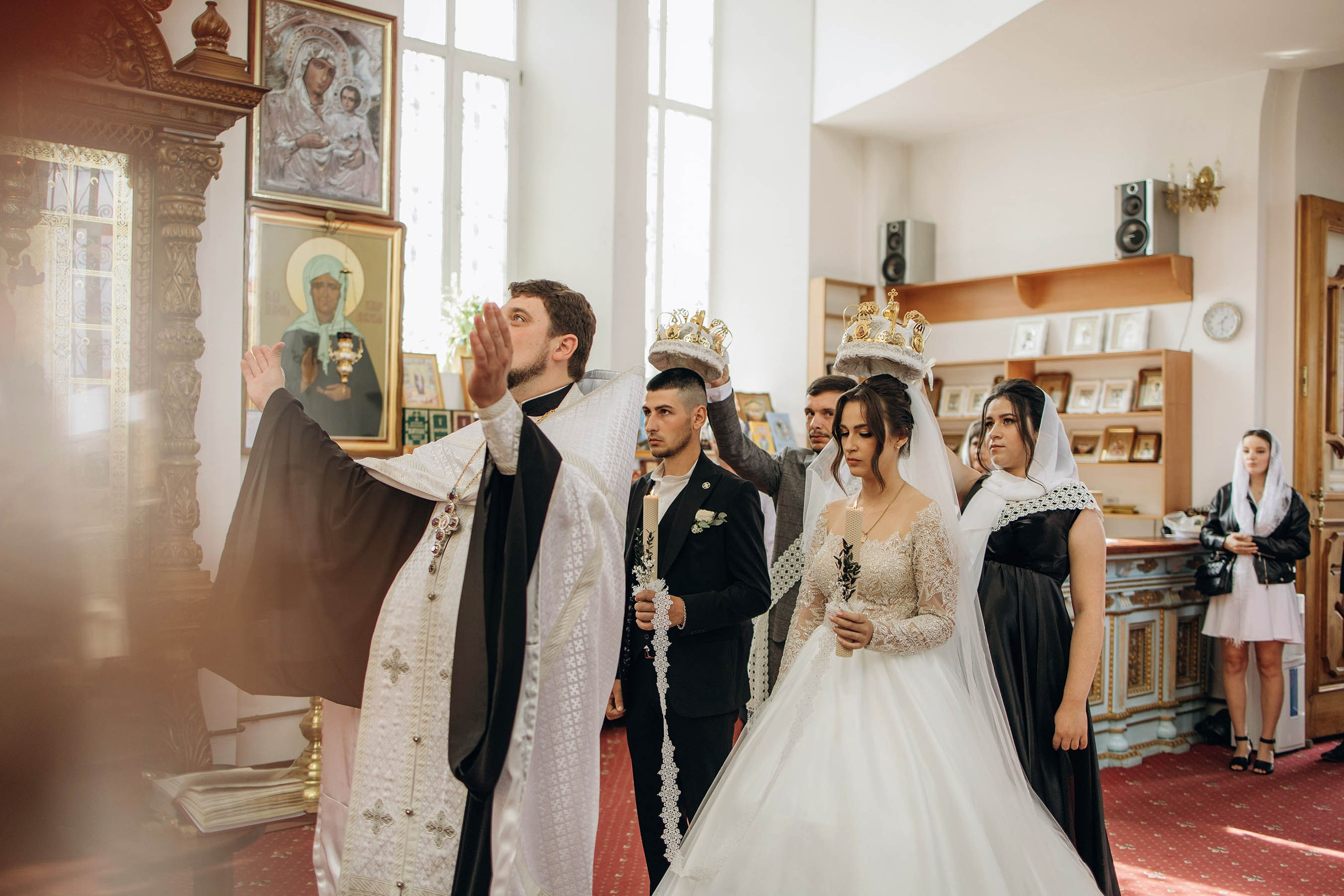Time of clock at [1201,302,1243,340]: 1:28
